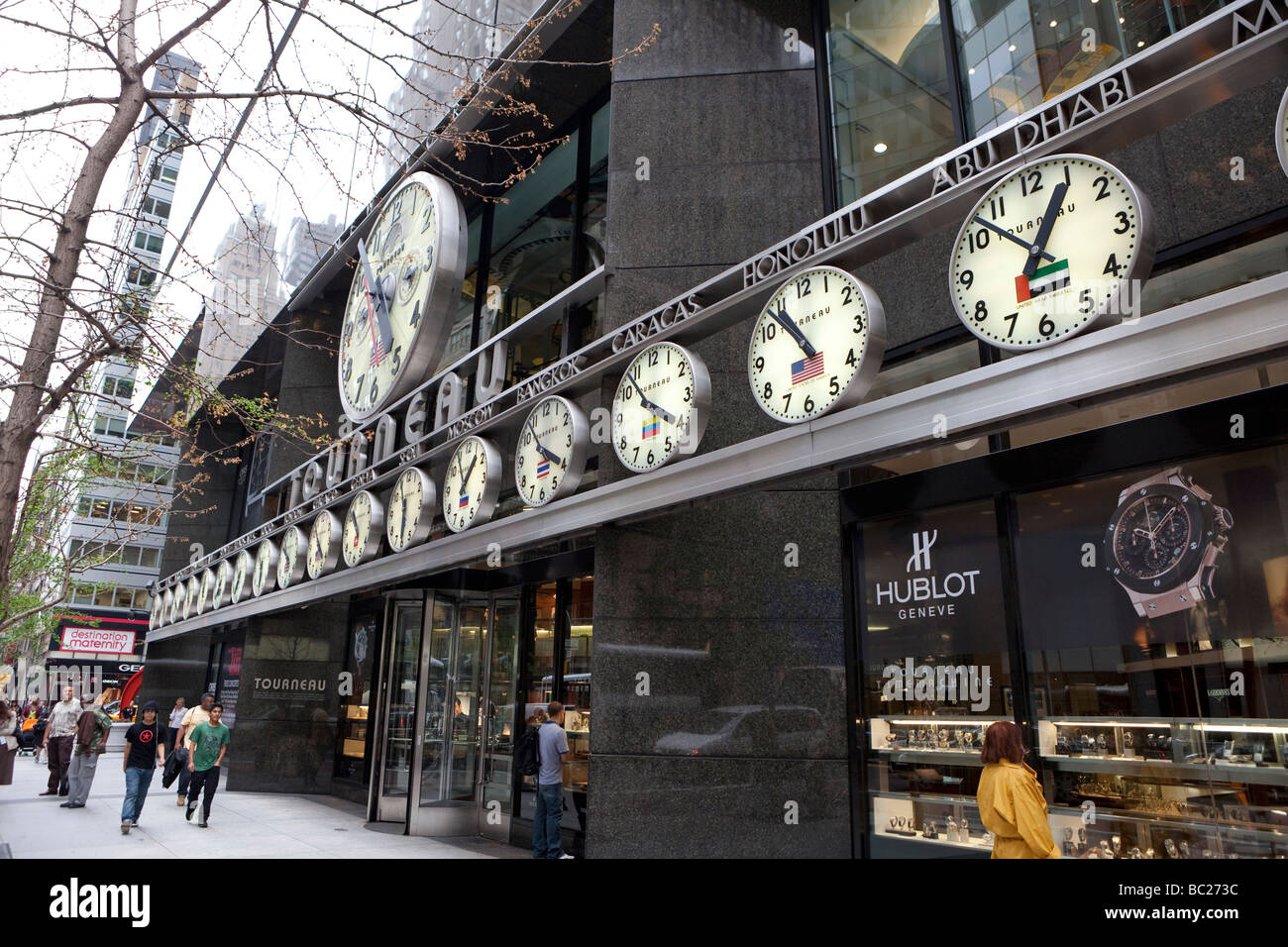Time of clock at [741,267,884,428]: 10:53
